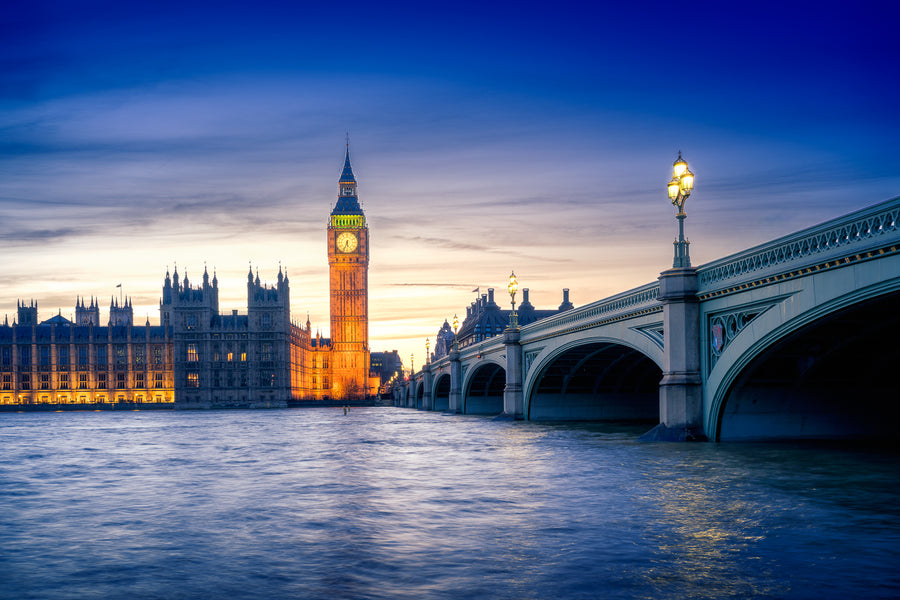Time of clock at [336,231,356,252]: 5:33
